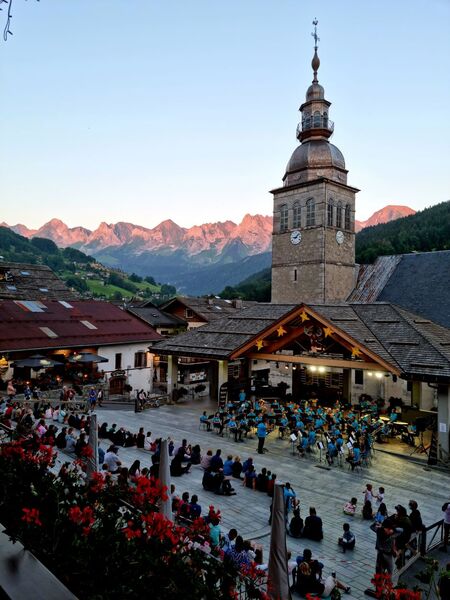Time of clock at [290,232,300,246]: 9:07
